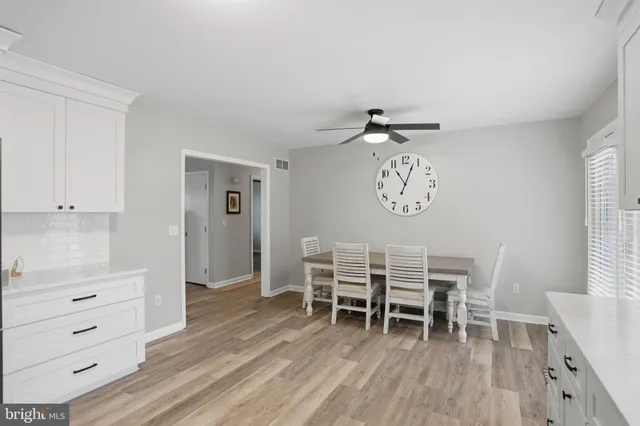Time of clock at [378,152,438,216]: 11:03
